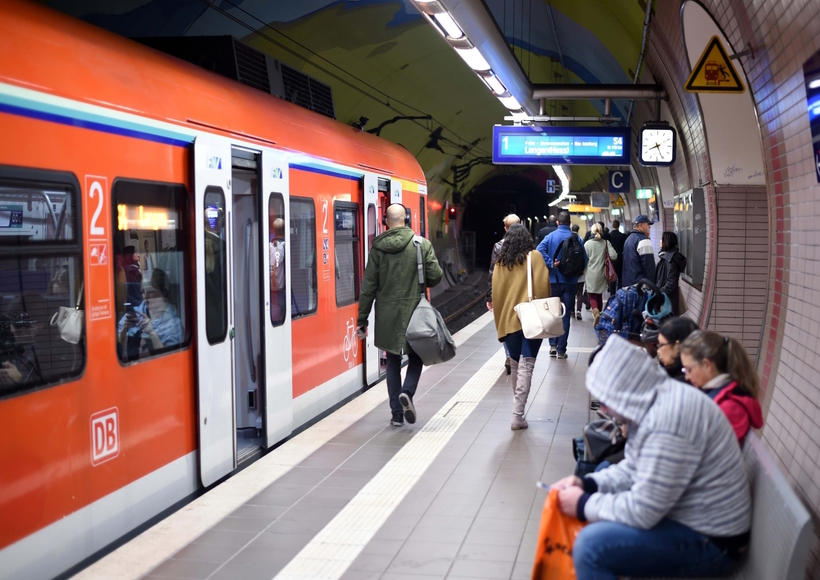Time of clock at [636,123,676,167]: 8:25
